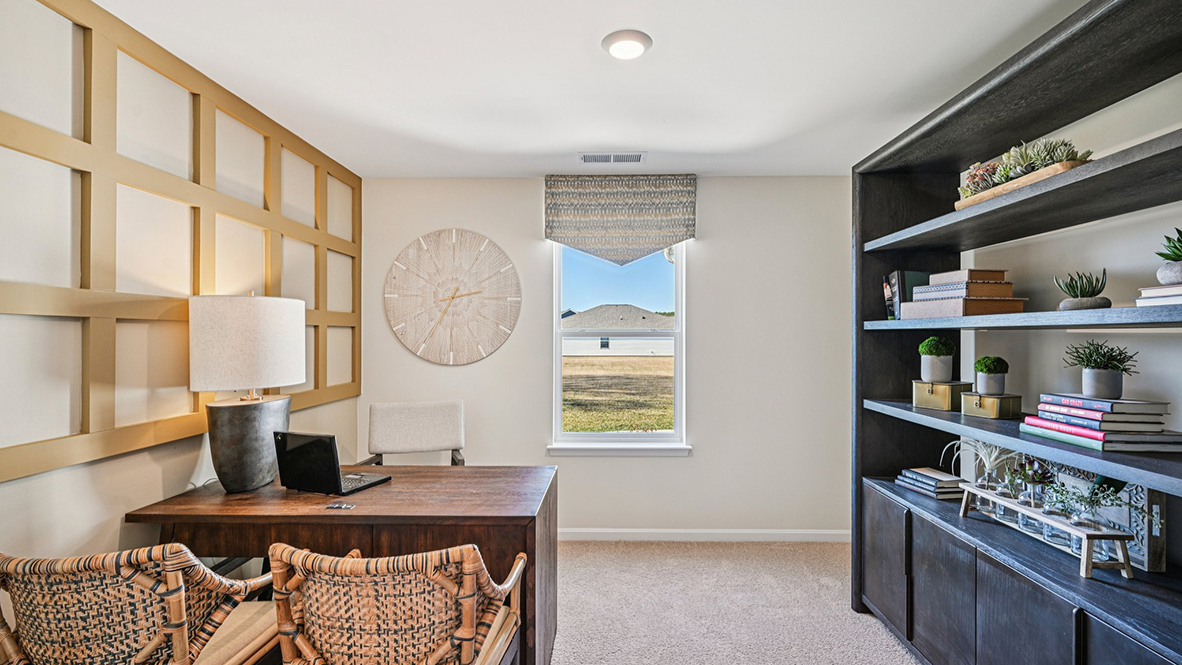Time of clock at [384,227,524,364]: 2:35
